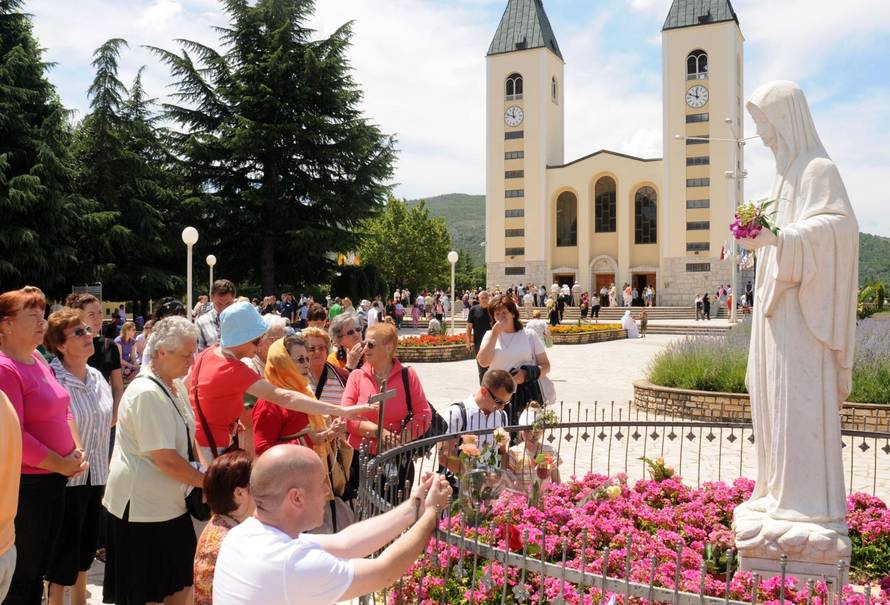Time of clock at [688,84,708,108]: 11:48
